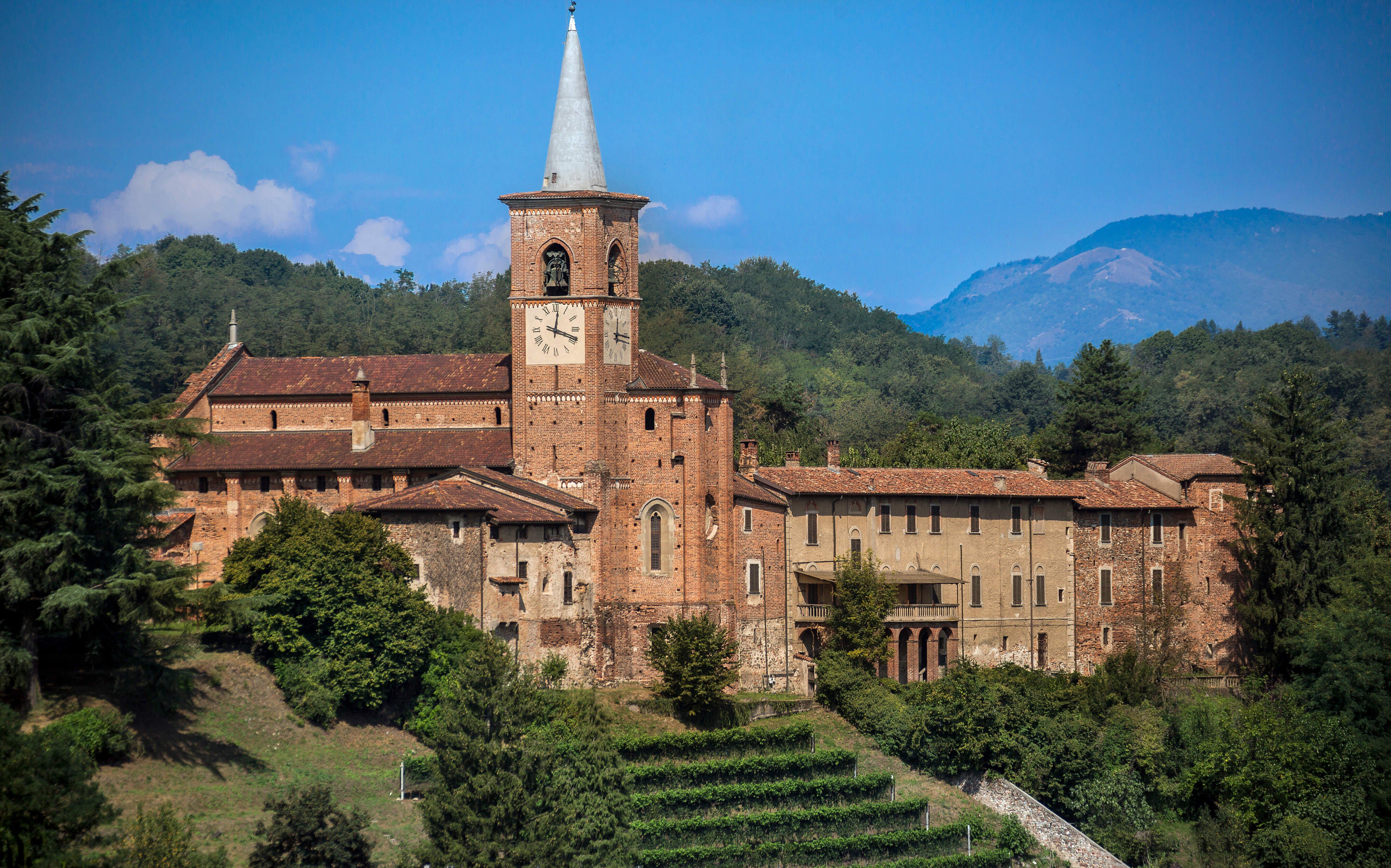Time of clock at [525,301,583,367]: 12:18
